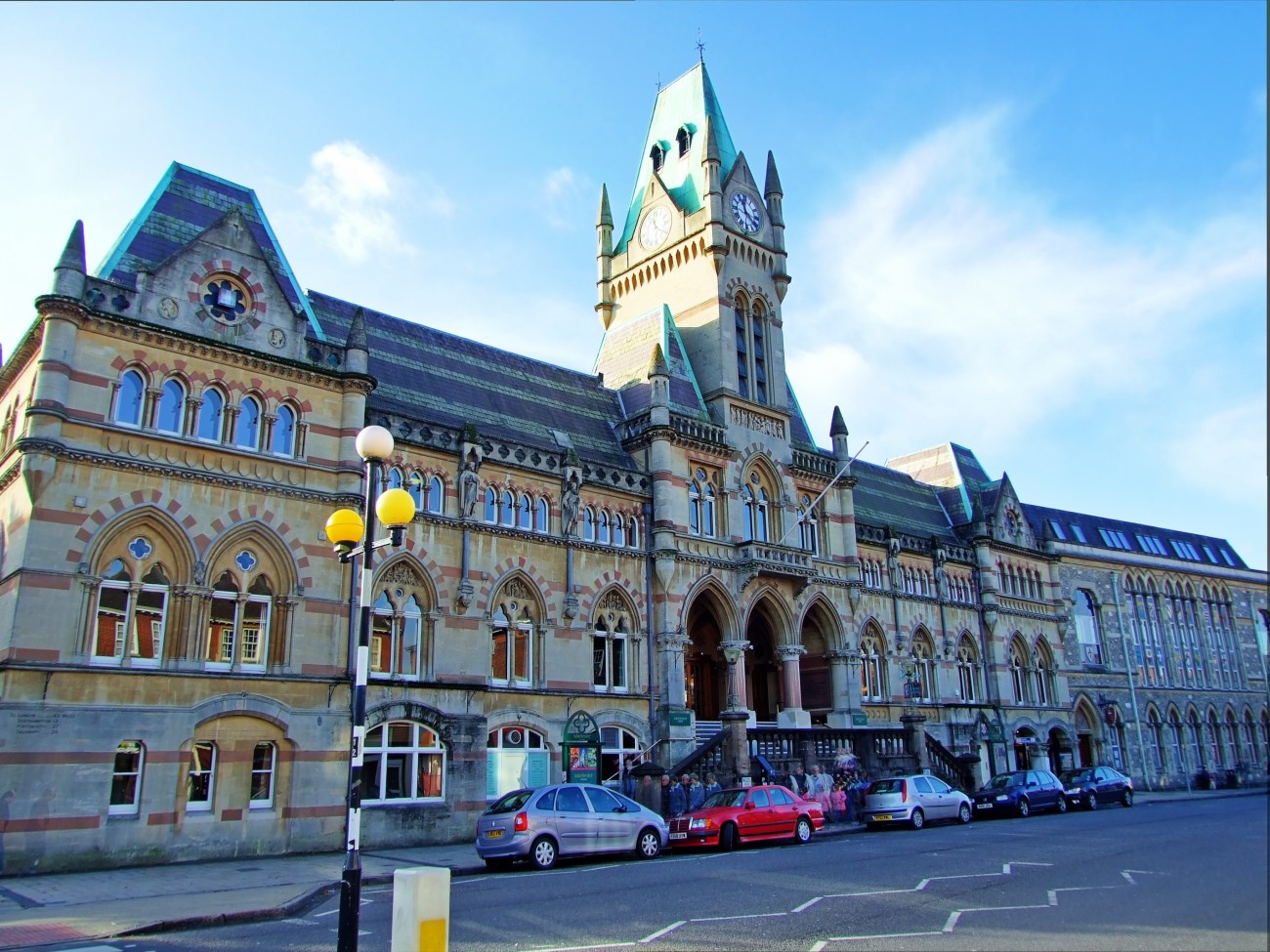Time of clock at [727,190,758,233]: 11:22
